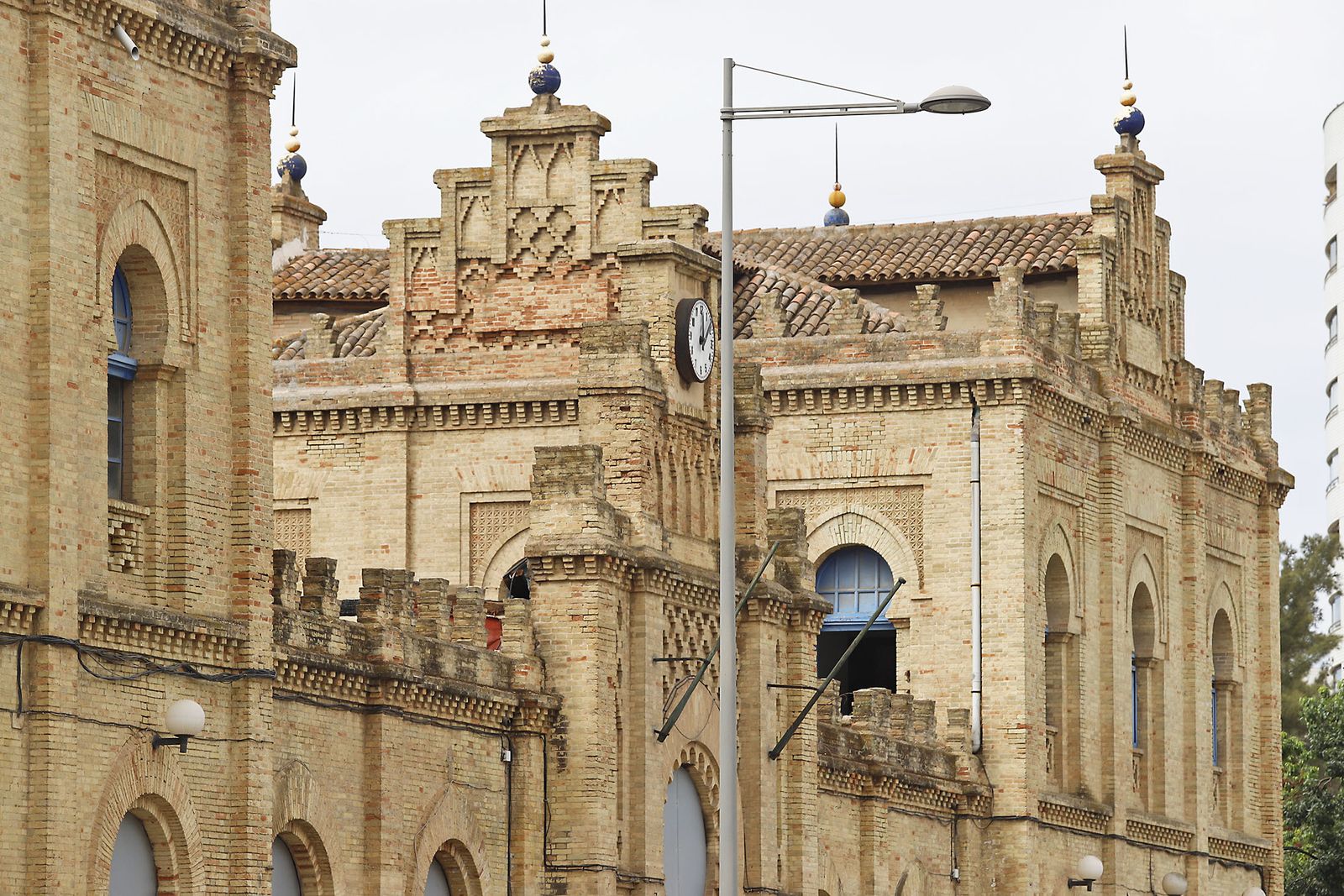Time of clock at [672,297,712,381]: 12:07
